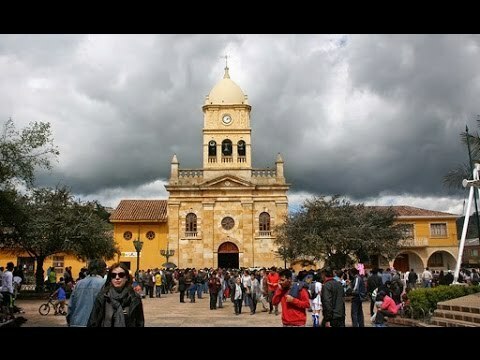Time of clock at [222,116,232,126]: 7:12
